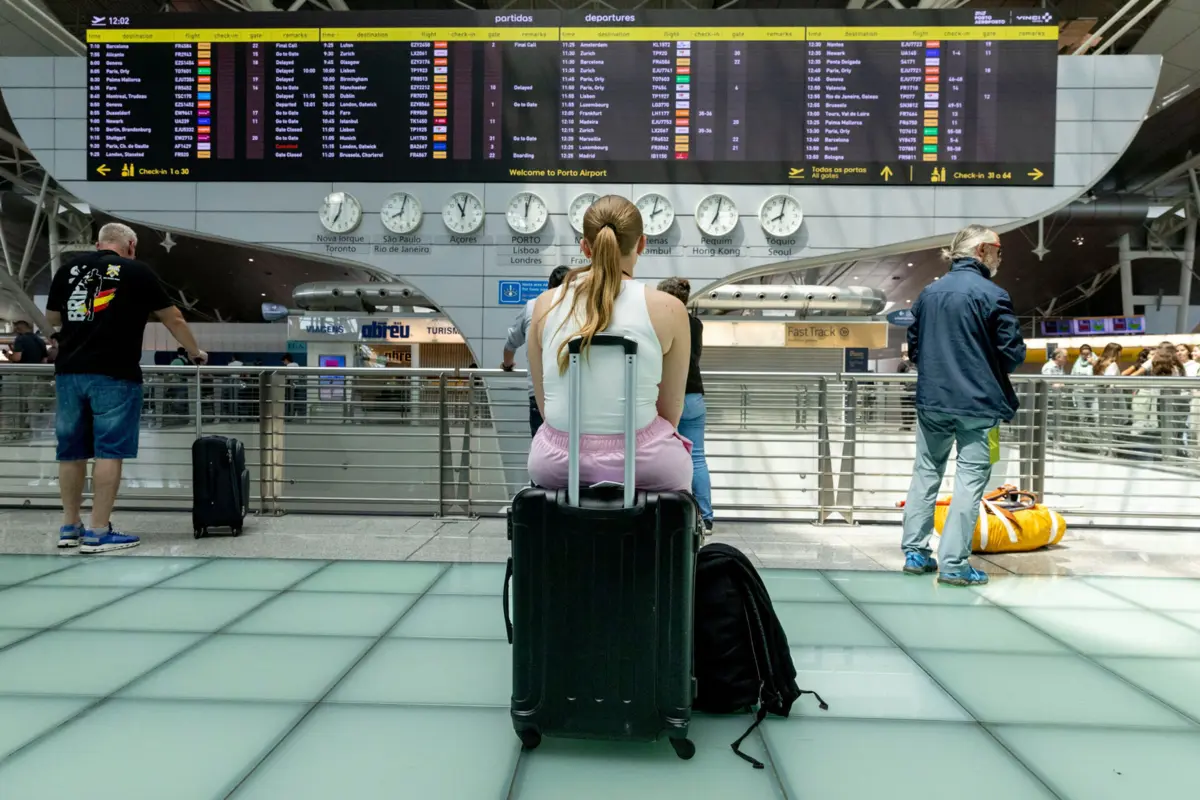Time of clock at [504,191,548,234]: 12:02
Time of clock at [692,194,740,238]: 7:02
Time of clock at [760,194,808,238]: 8:01
